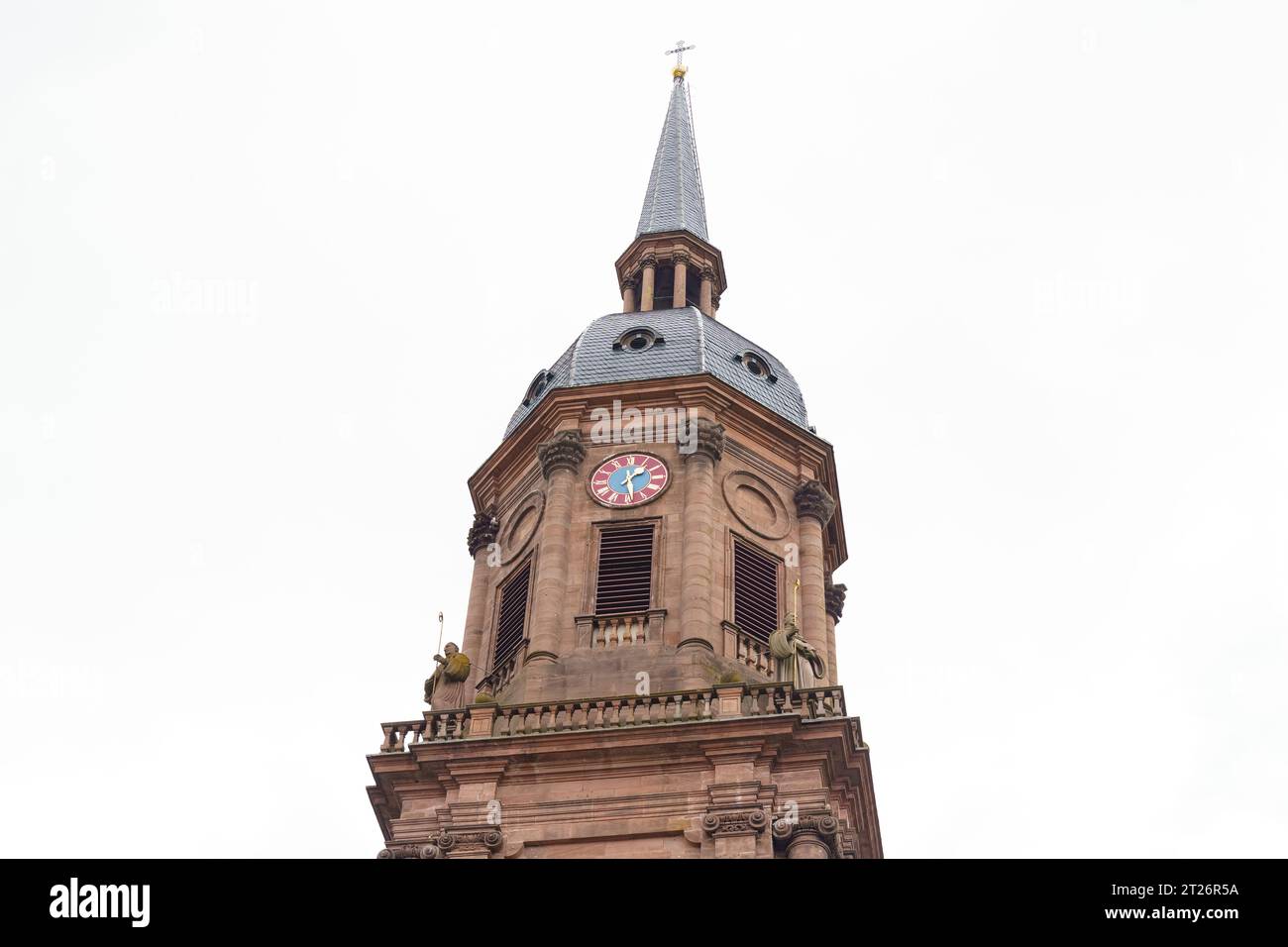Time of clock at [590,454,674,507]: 1:28
